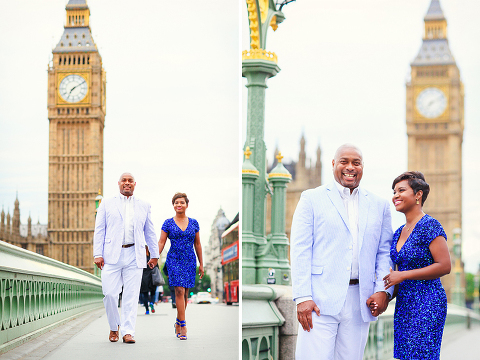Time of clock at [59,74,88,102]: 7:09
